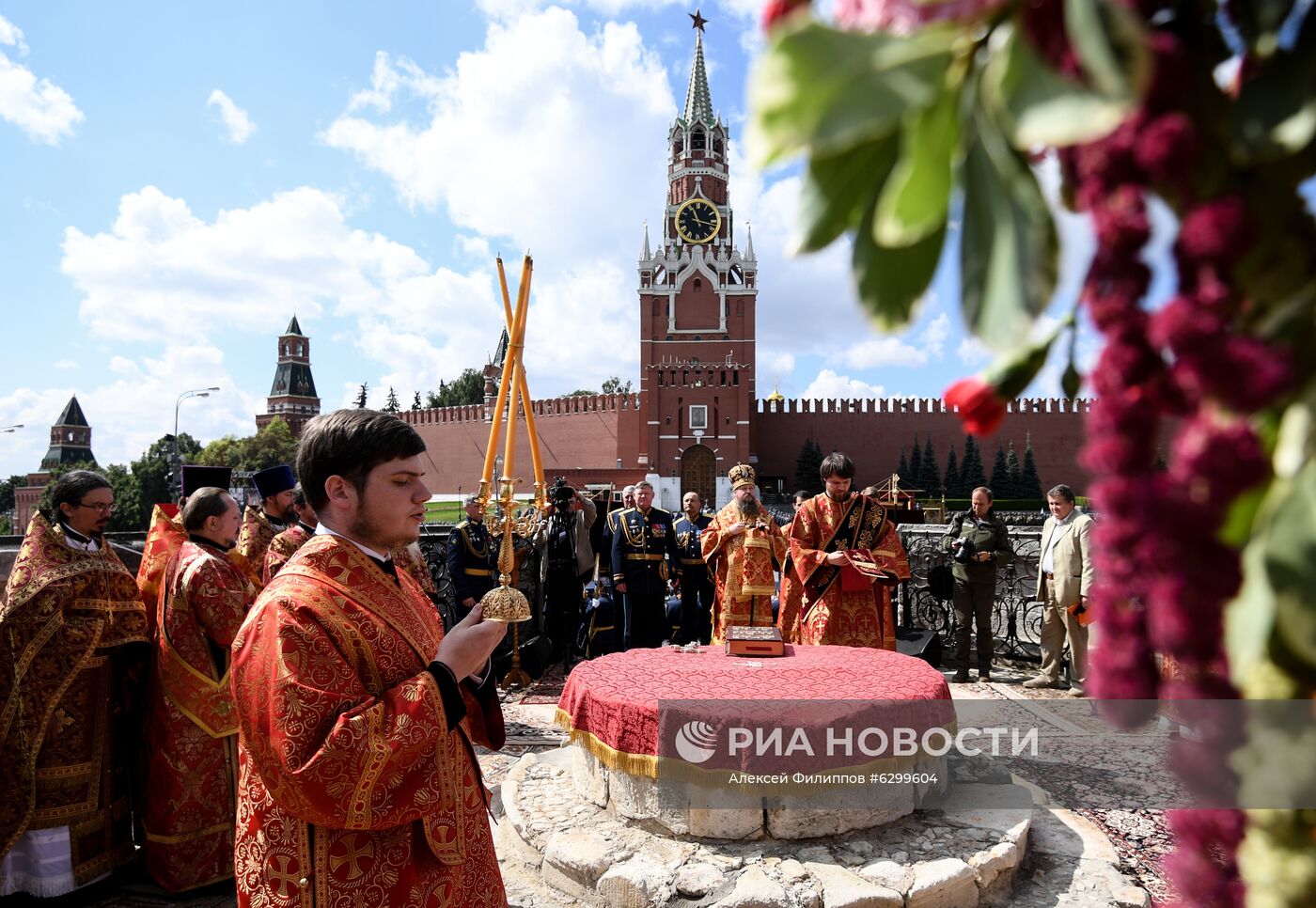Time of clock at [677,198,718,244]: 11:17
